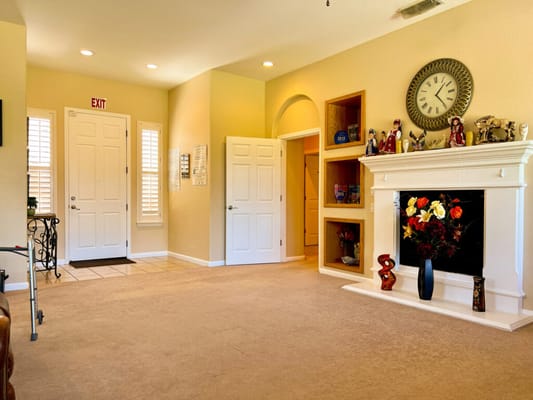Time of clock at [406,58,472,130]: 1:23
